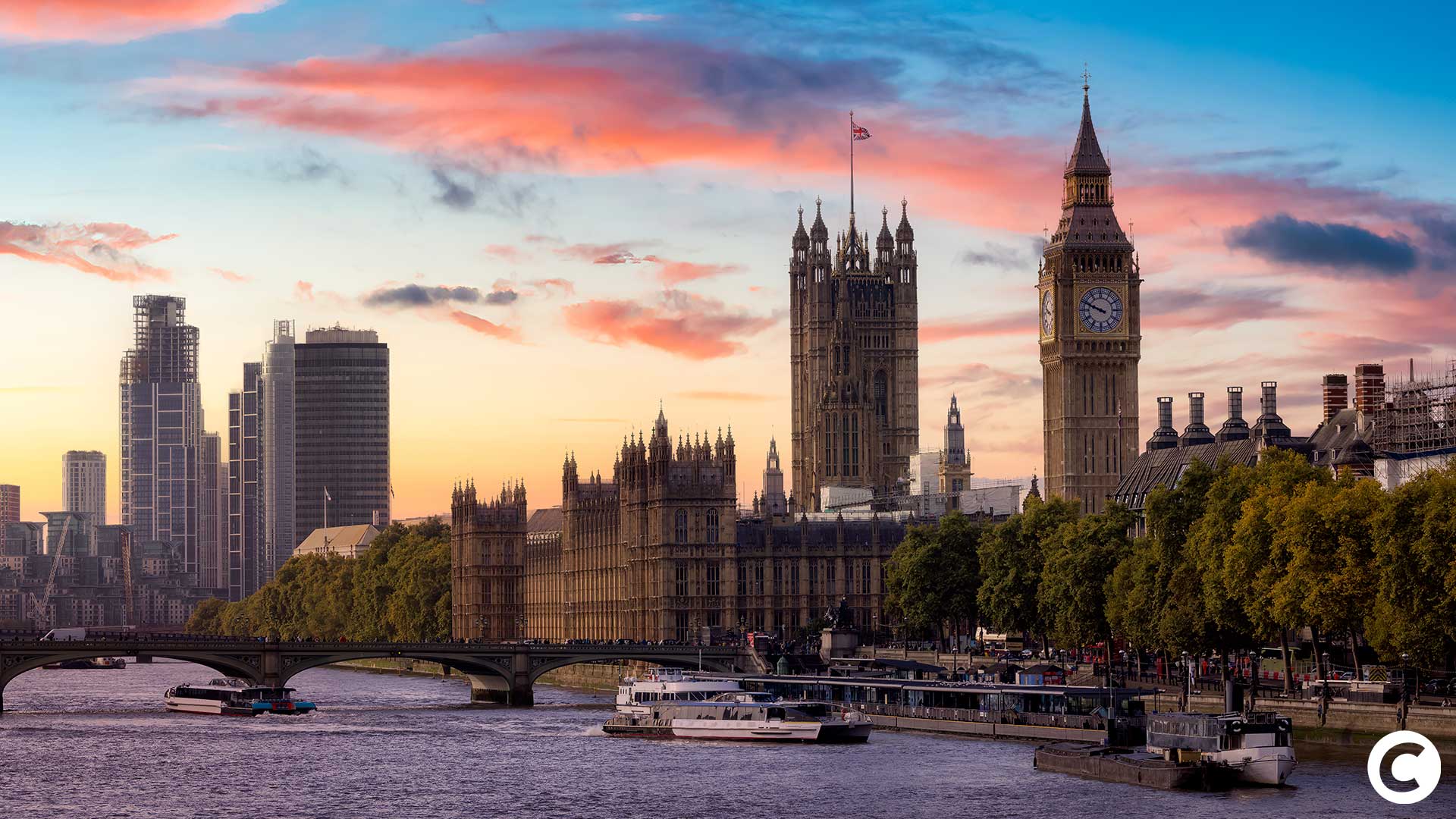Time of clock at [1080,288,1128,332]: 9:48
